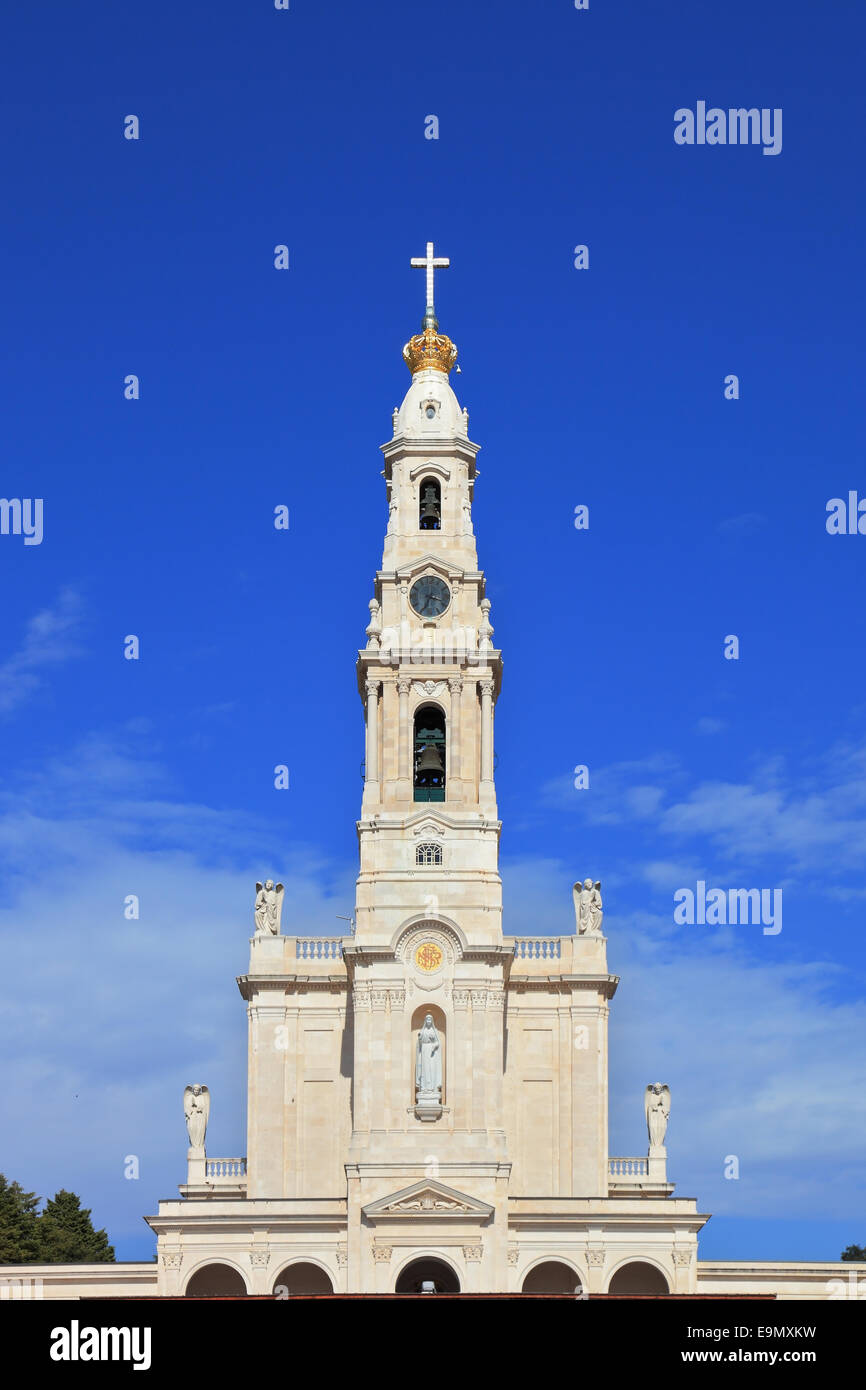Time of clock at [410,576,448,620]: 3:34
